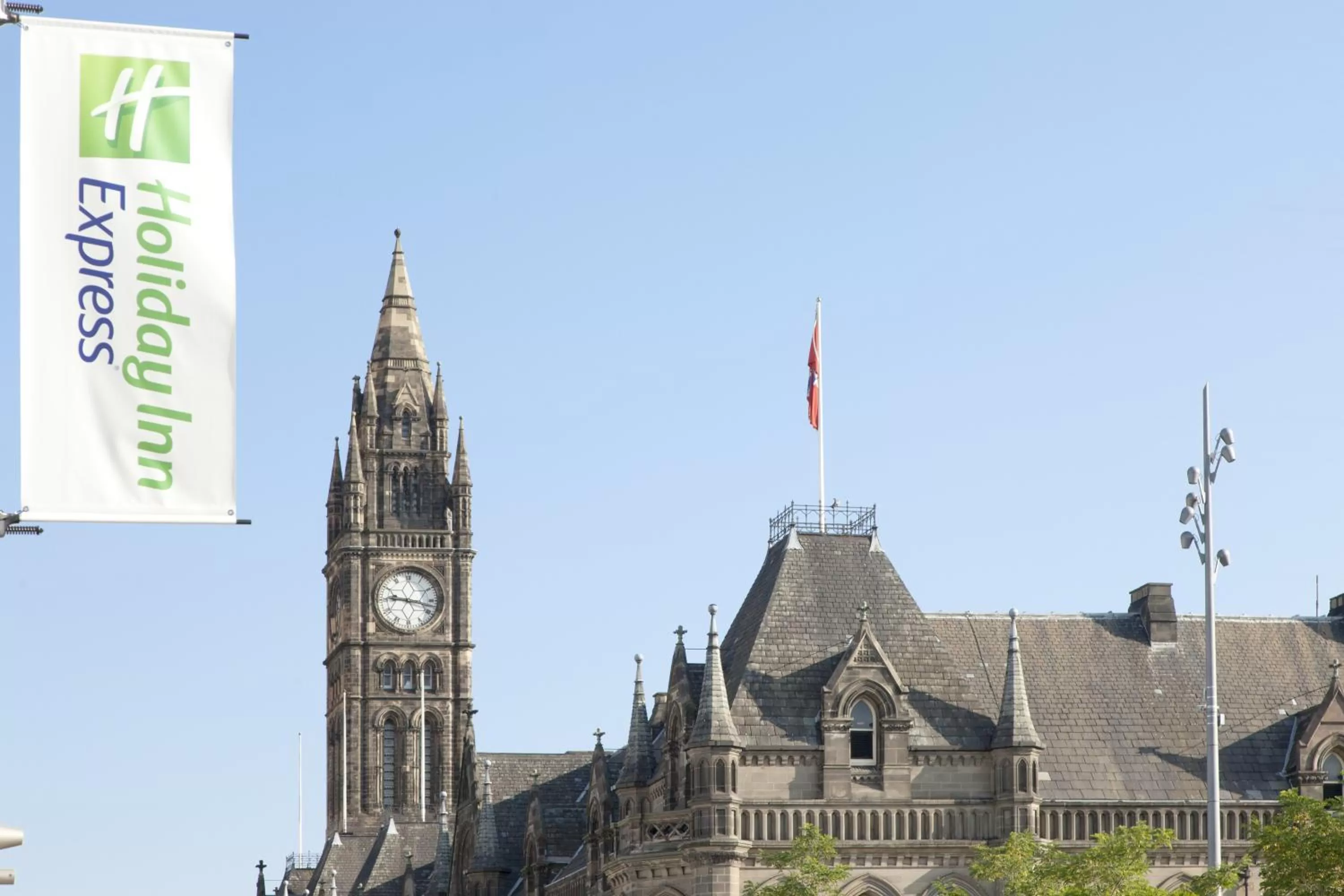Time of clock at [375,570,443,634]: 9:17
